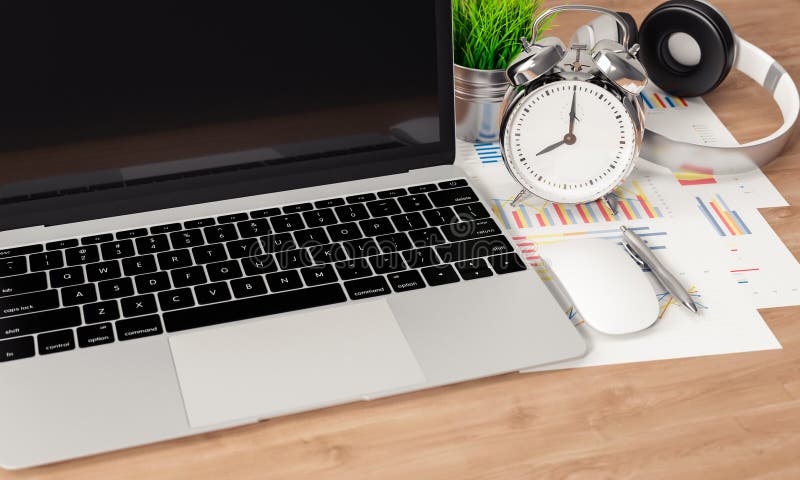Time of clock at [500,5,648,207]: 8:00
